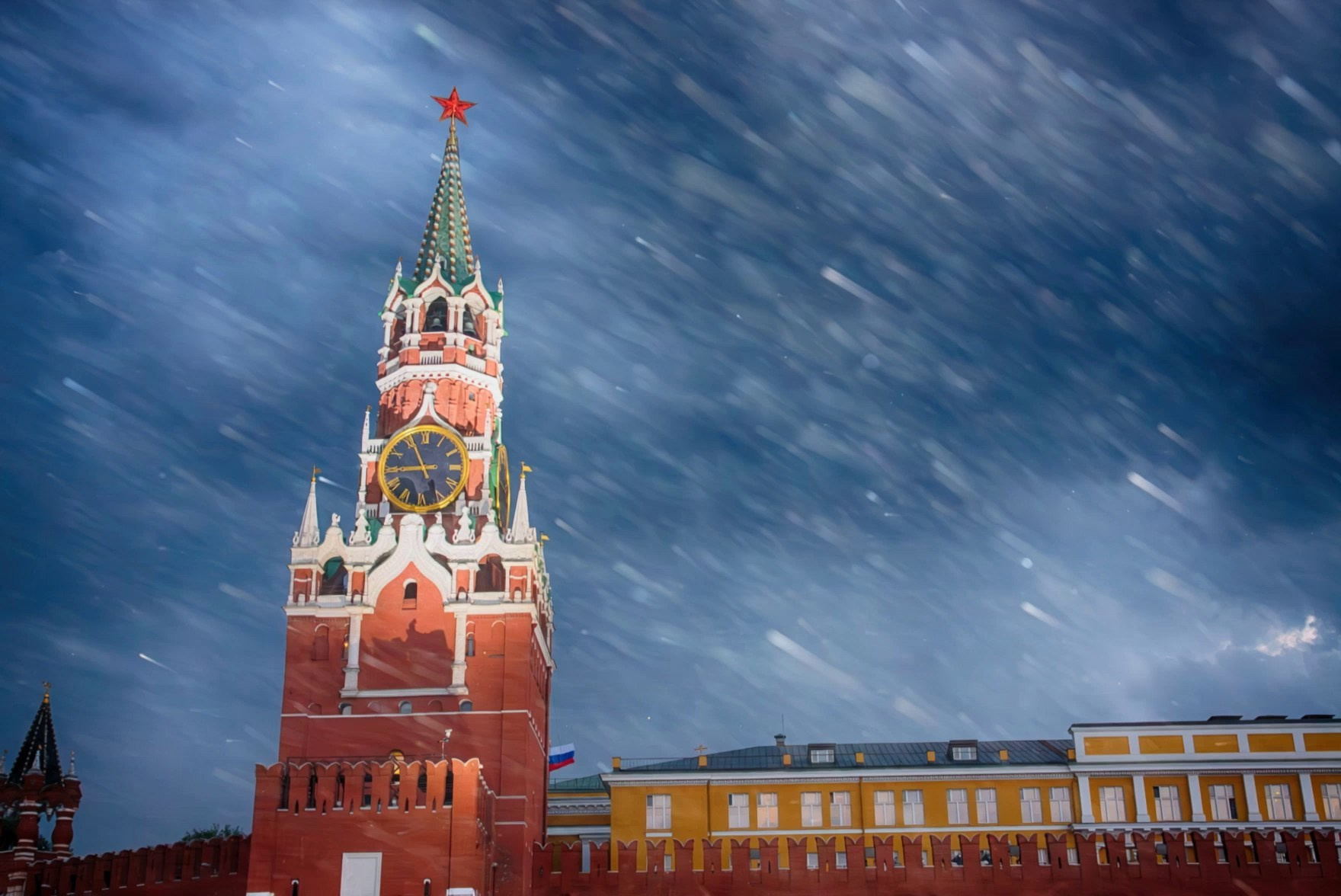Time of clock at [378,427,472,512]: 8:56
